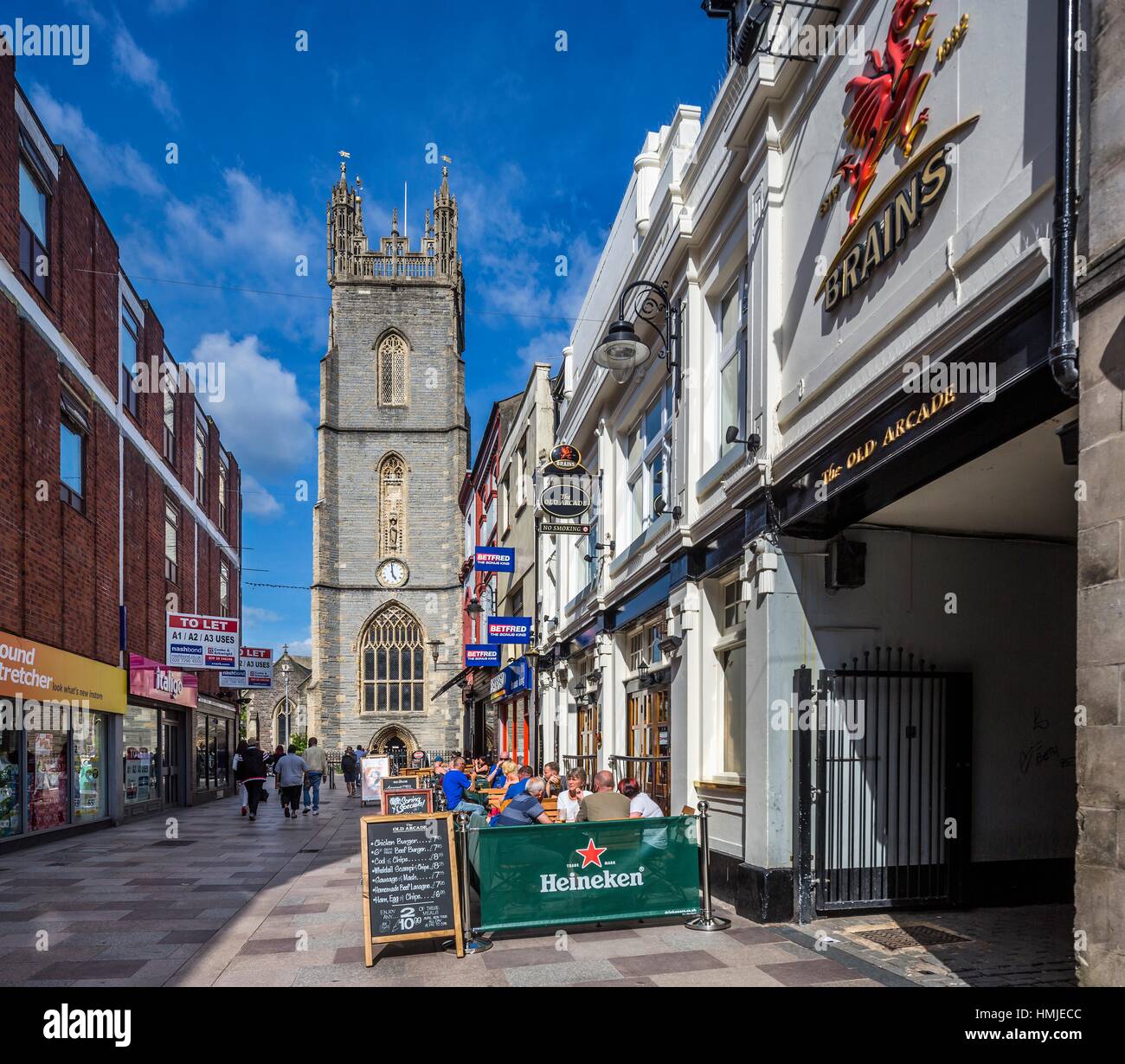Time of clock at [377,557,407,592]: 4:59
